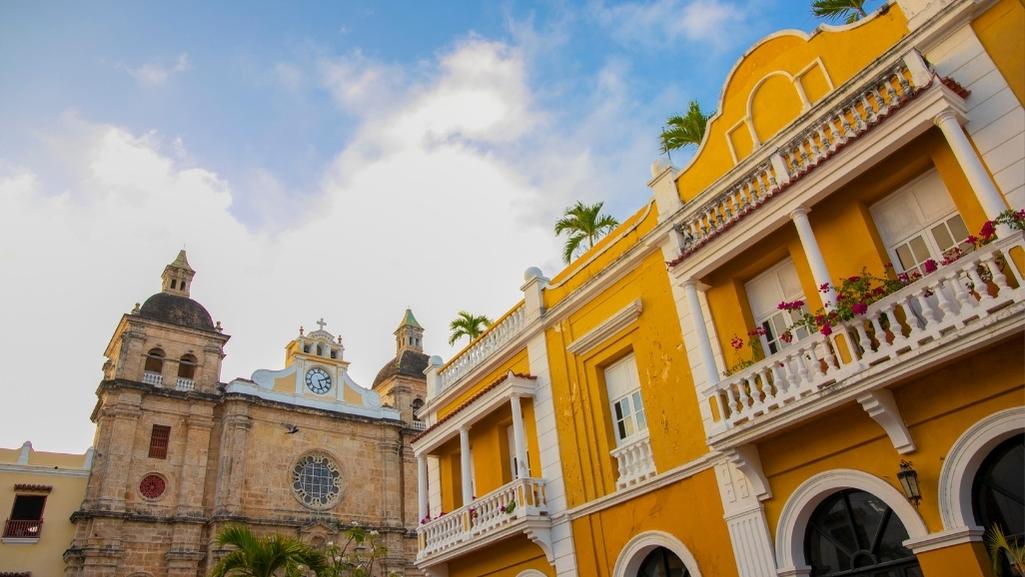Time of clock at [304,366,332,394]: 5:11
